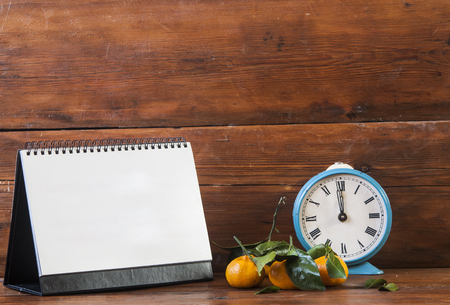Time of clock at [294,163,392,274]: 11:58
